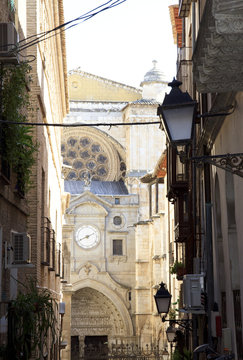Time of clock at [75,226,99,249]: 8:10
